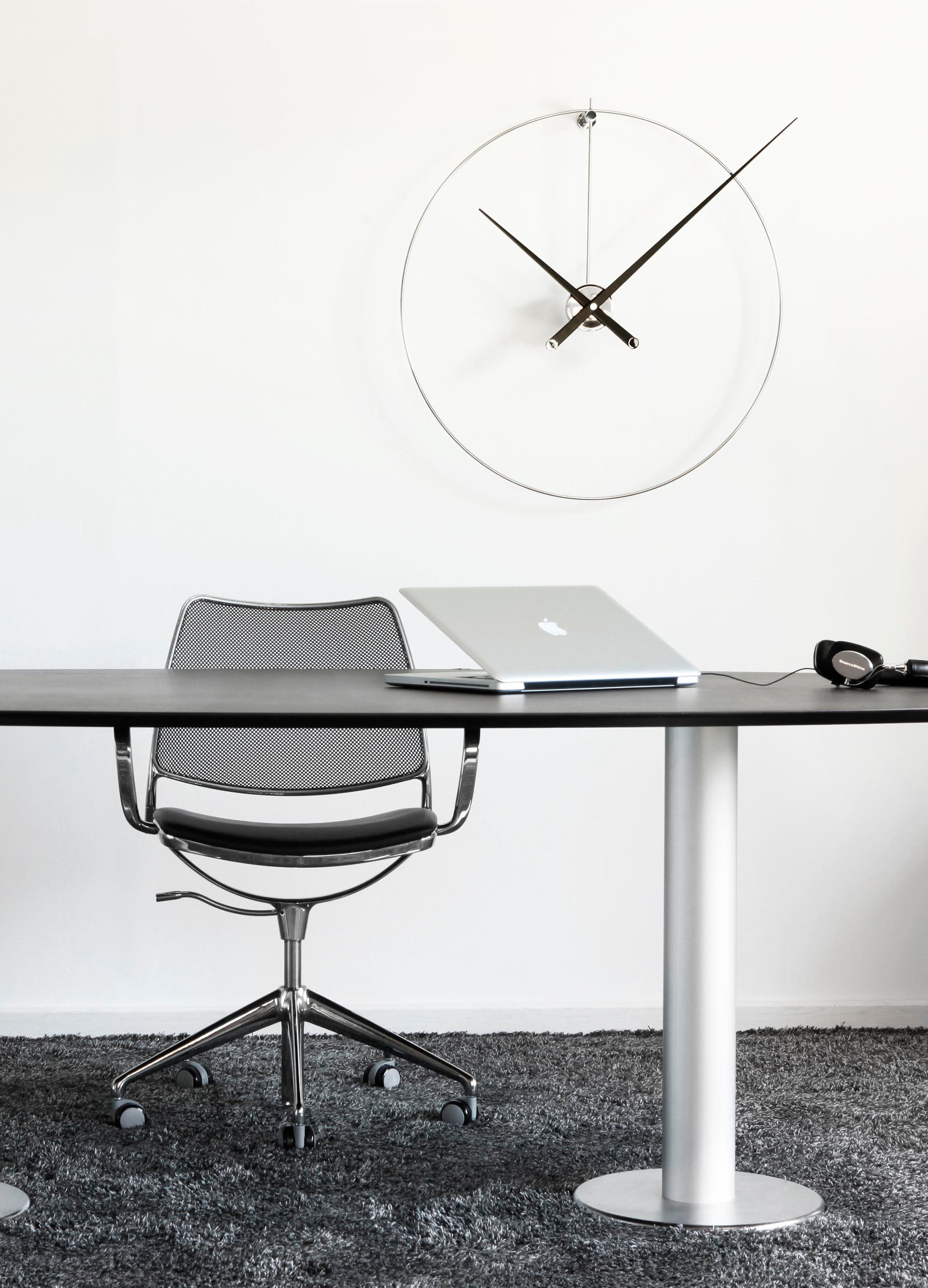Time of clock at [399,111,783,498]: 10:07
